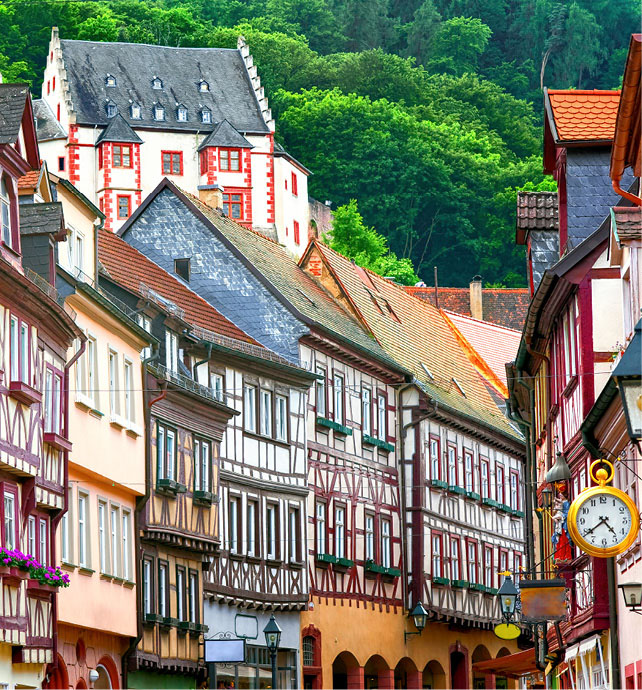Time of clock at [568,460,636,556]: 4:38
